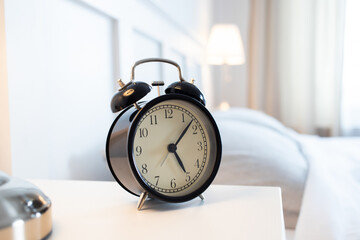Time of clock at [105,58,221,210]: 5:07
